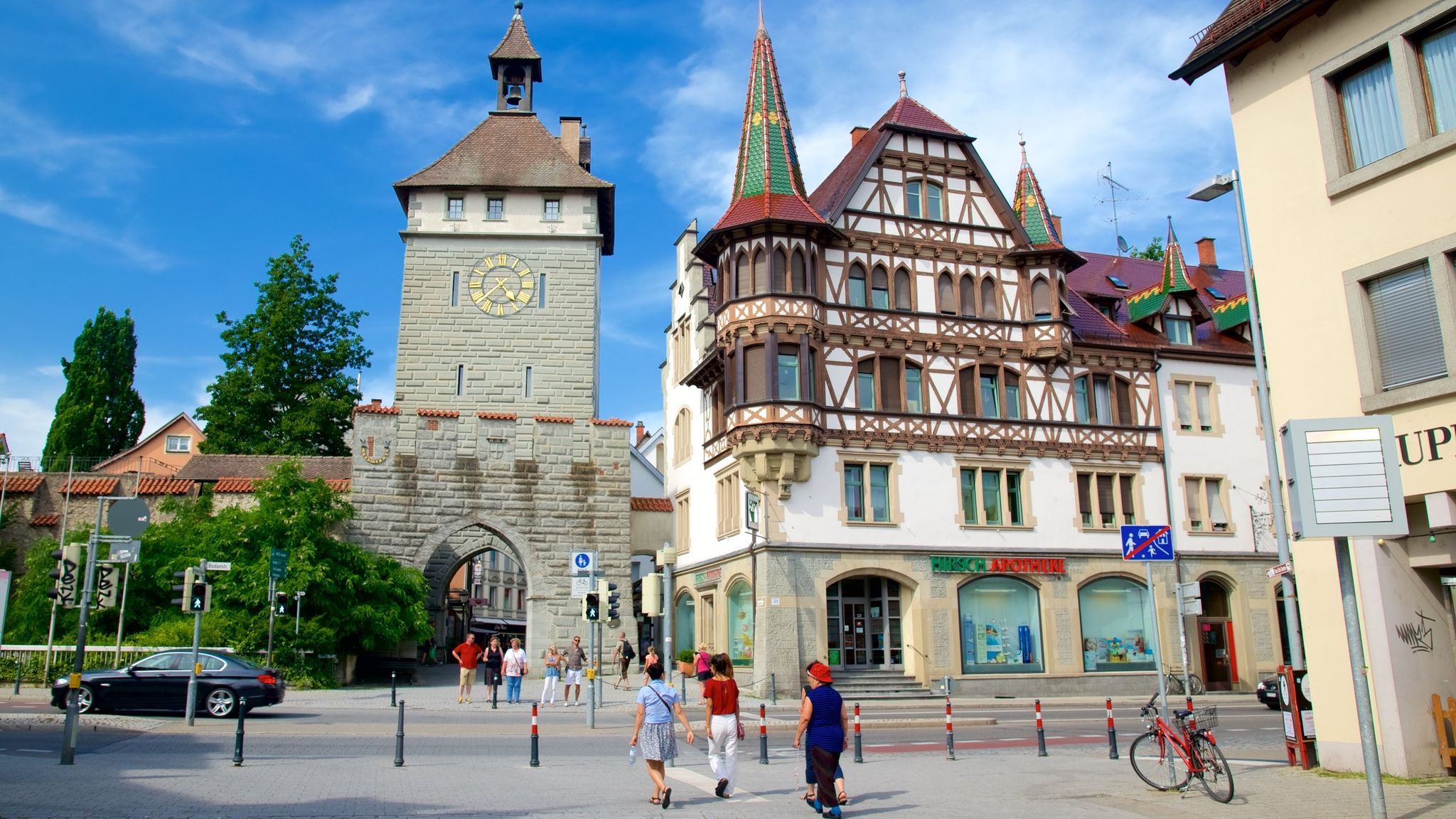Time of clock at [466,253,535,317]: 4:37
